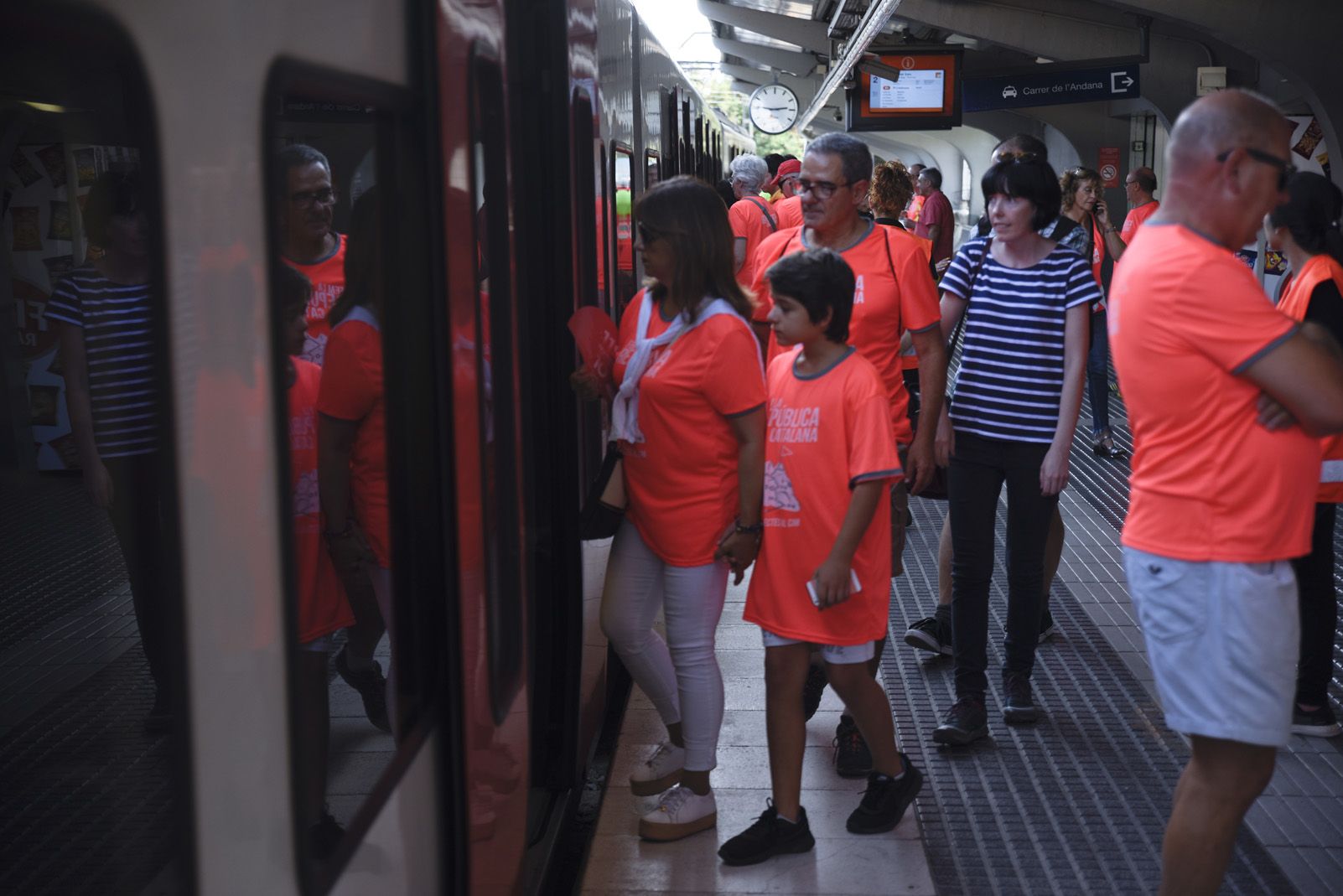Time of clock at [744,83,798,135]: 2:46
